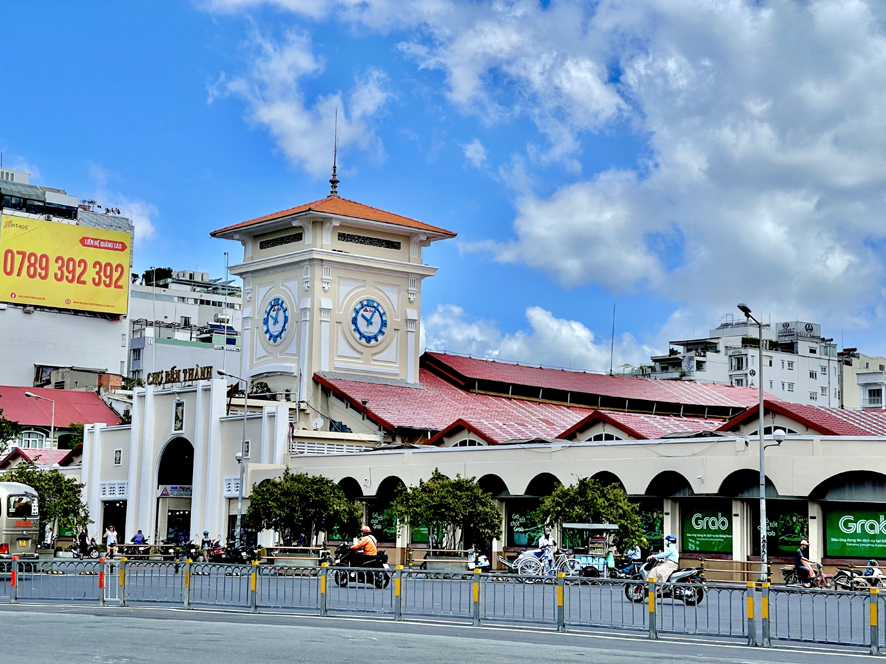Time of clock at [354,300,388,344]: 10:04
